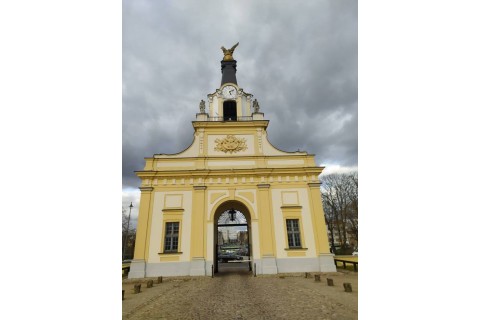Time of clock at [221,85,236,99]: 5:09
